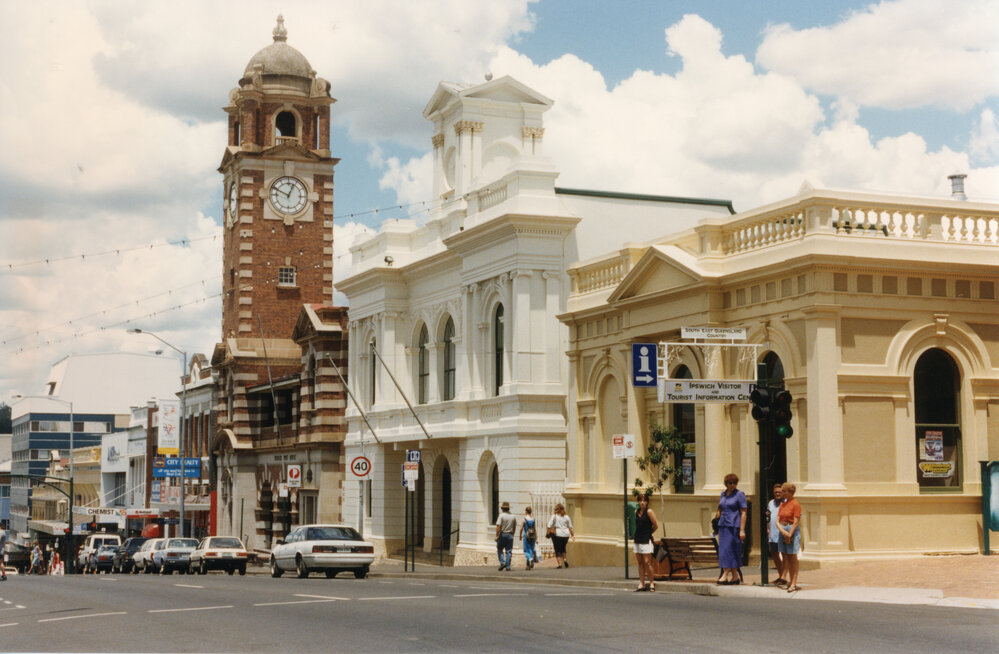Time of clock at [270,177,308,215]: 12:49
